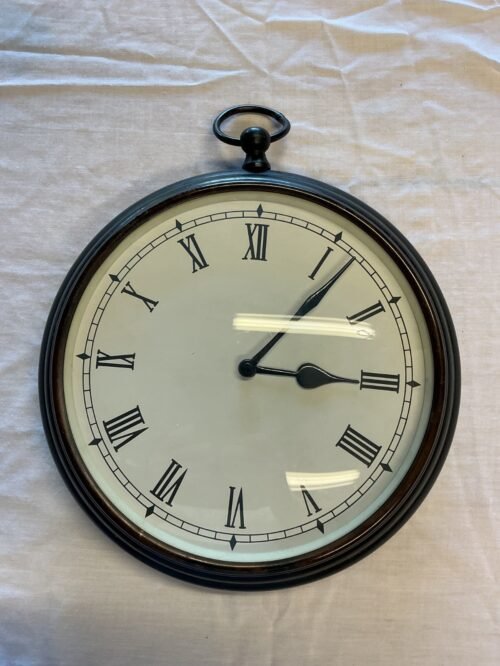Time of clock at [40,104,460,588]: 3:06
